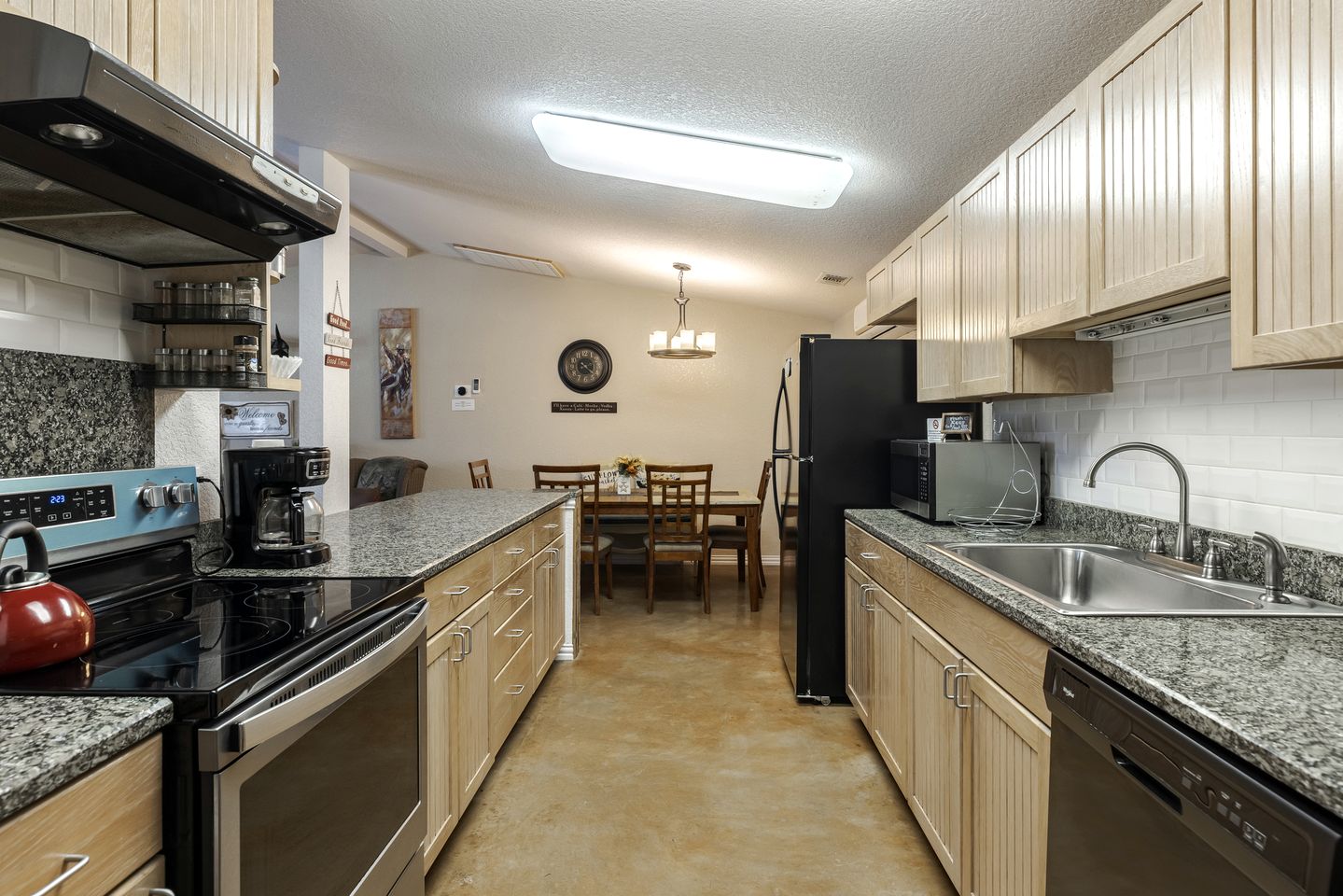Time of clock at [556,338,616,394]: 4:22
